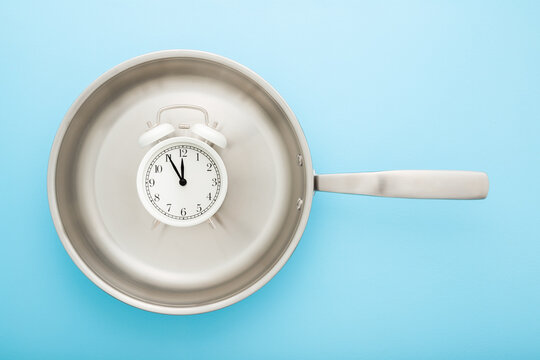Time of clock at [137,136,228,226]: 11:55
